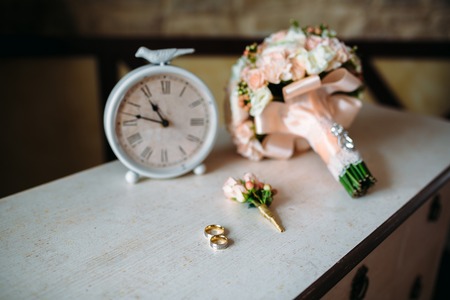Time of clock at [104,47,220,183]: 10:47
